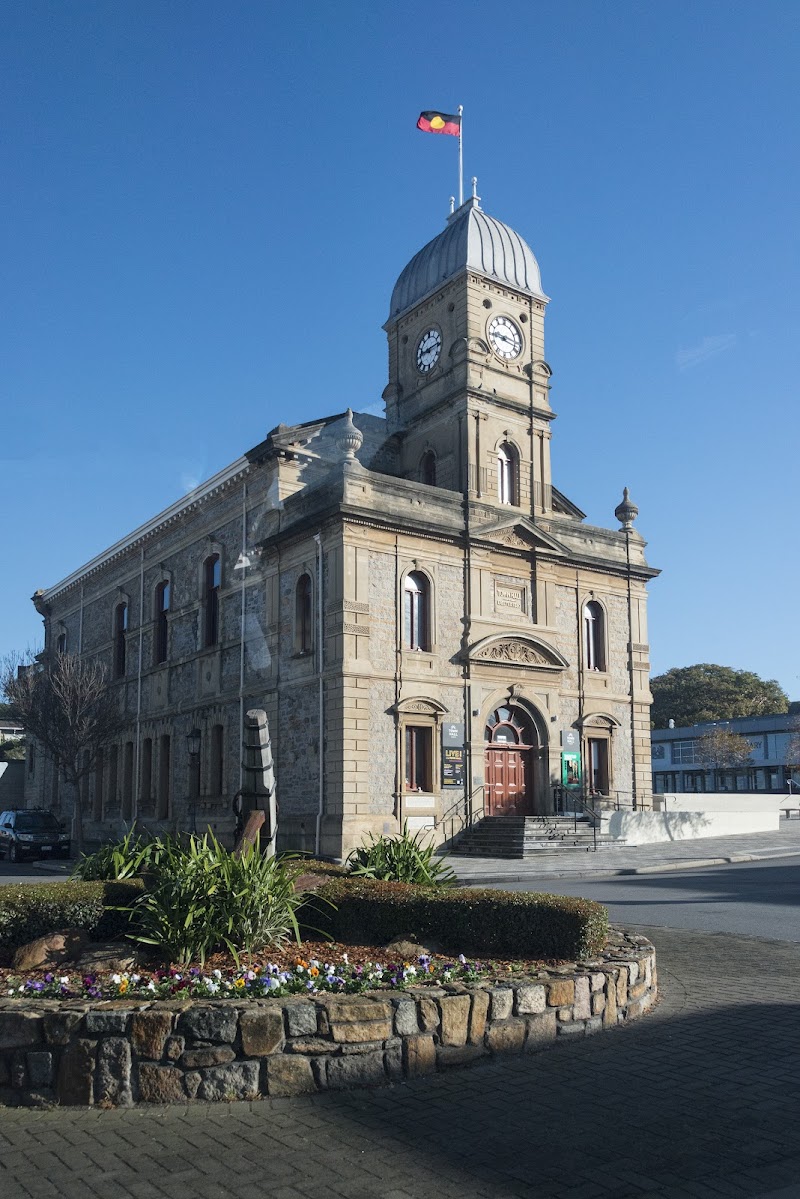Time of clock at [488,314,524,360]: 9:17
